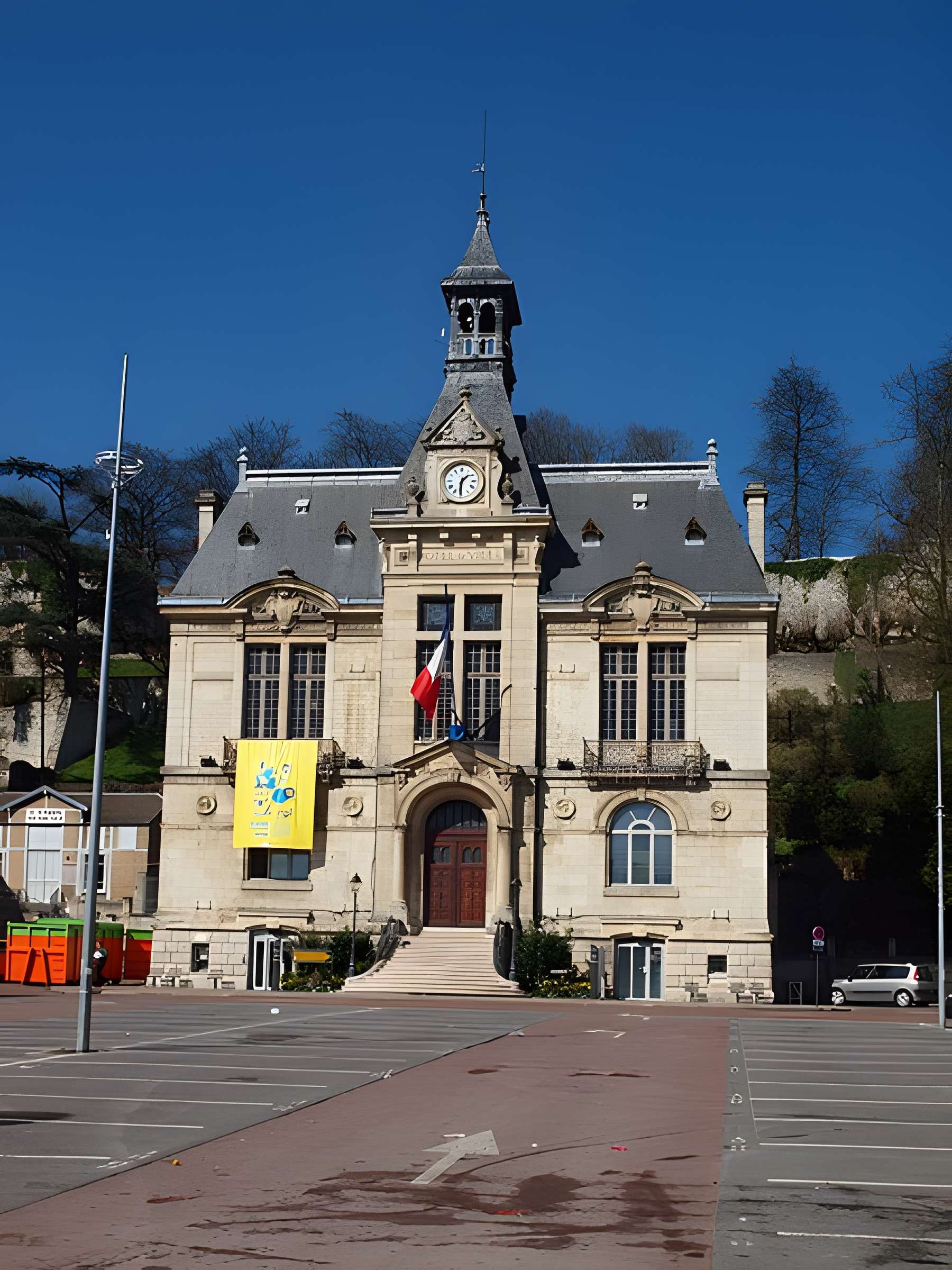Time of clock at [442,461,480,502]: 1:30
